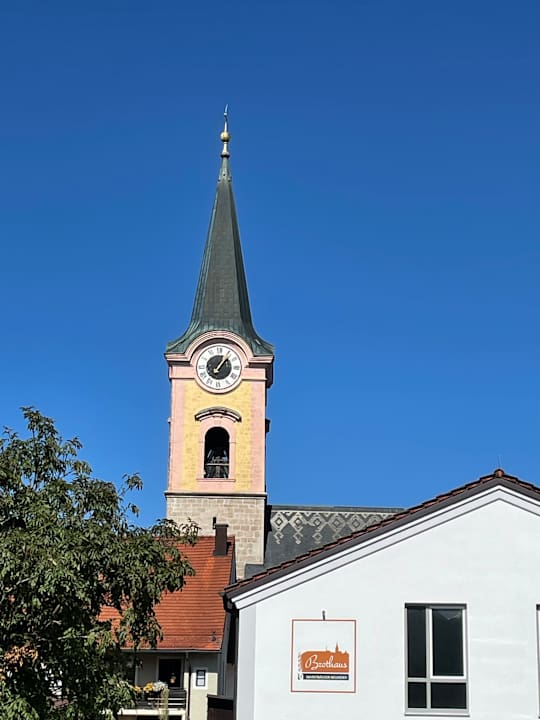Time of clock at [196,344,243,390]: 1:06
